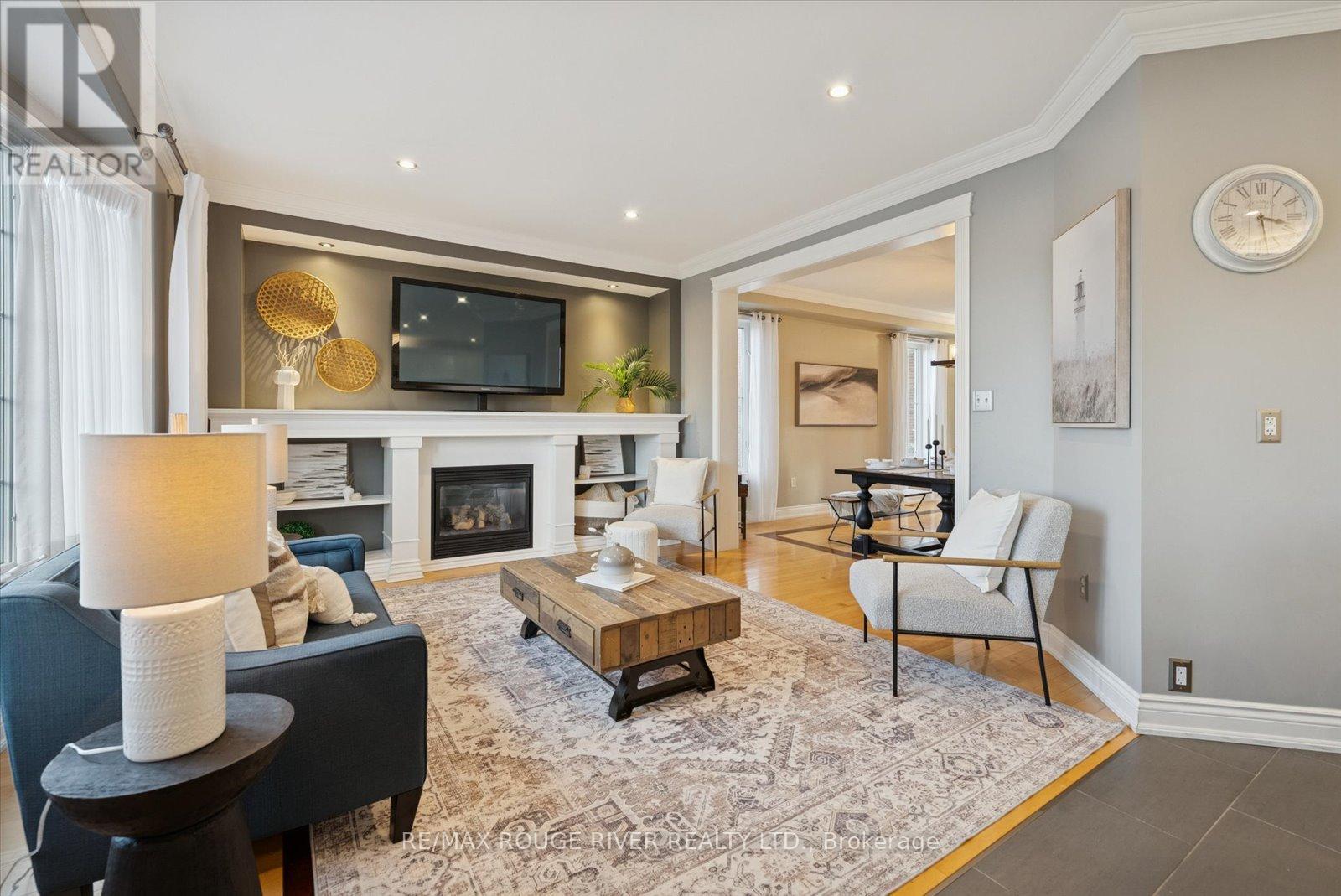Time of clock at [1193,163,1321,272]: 3:27
